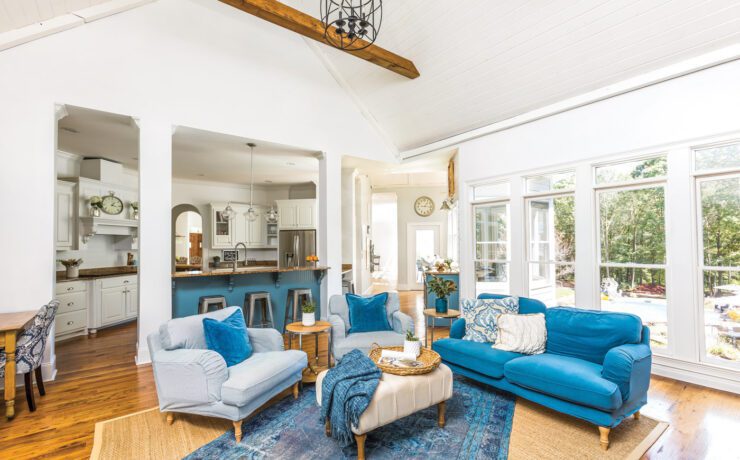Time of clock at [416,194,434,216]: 1:16
